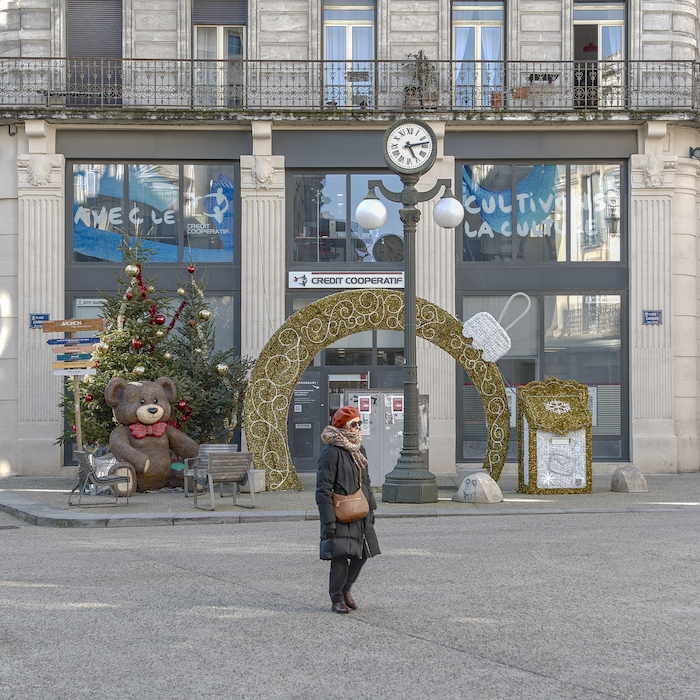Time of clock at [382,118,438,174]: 5:13
